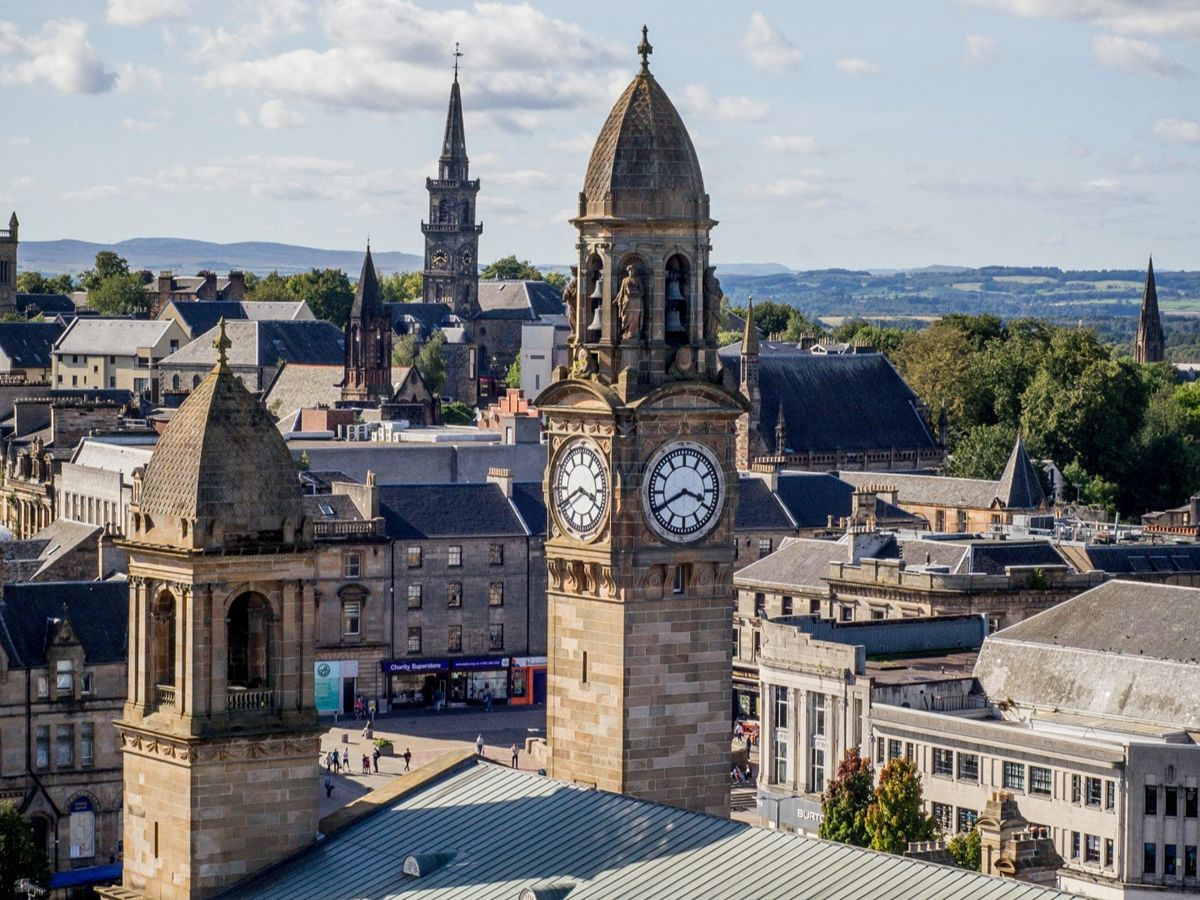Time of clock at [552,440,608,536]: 3:40
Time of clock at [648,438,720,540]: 3:40
